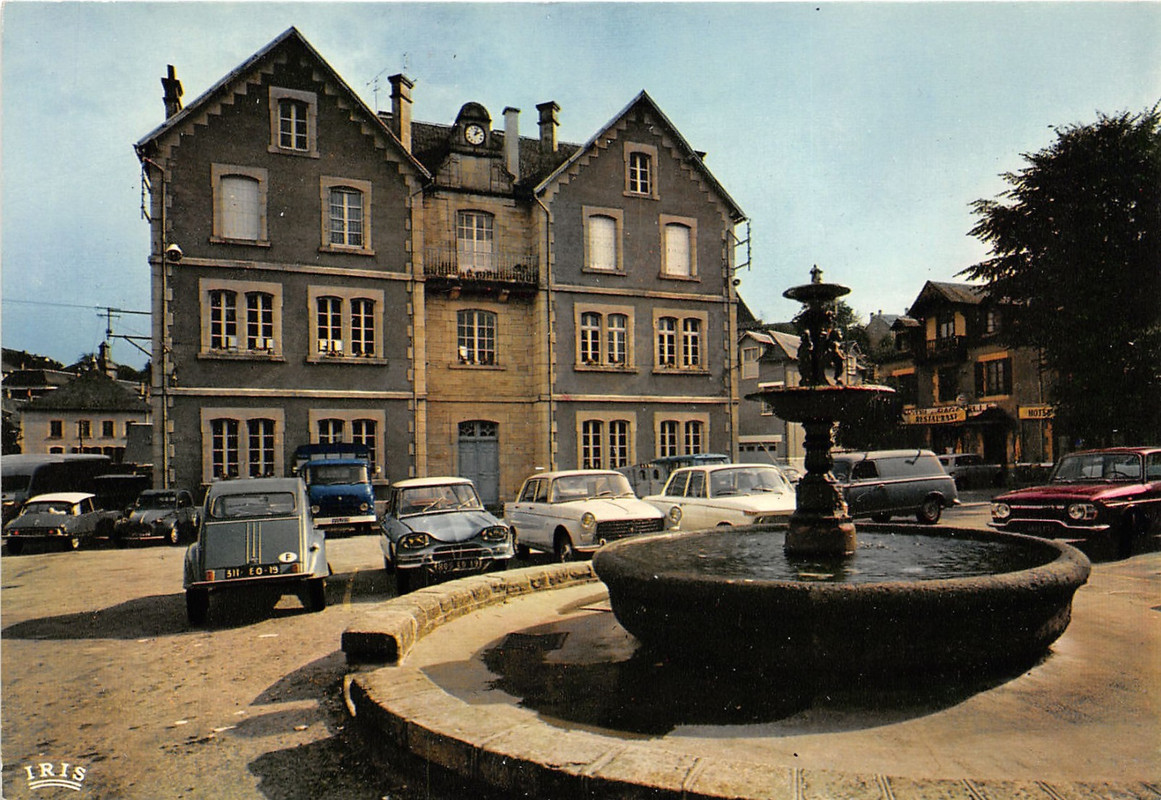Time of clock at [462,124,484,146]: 2:03
